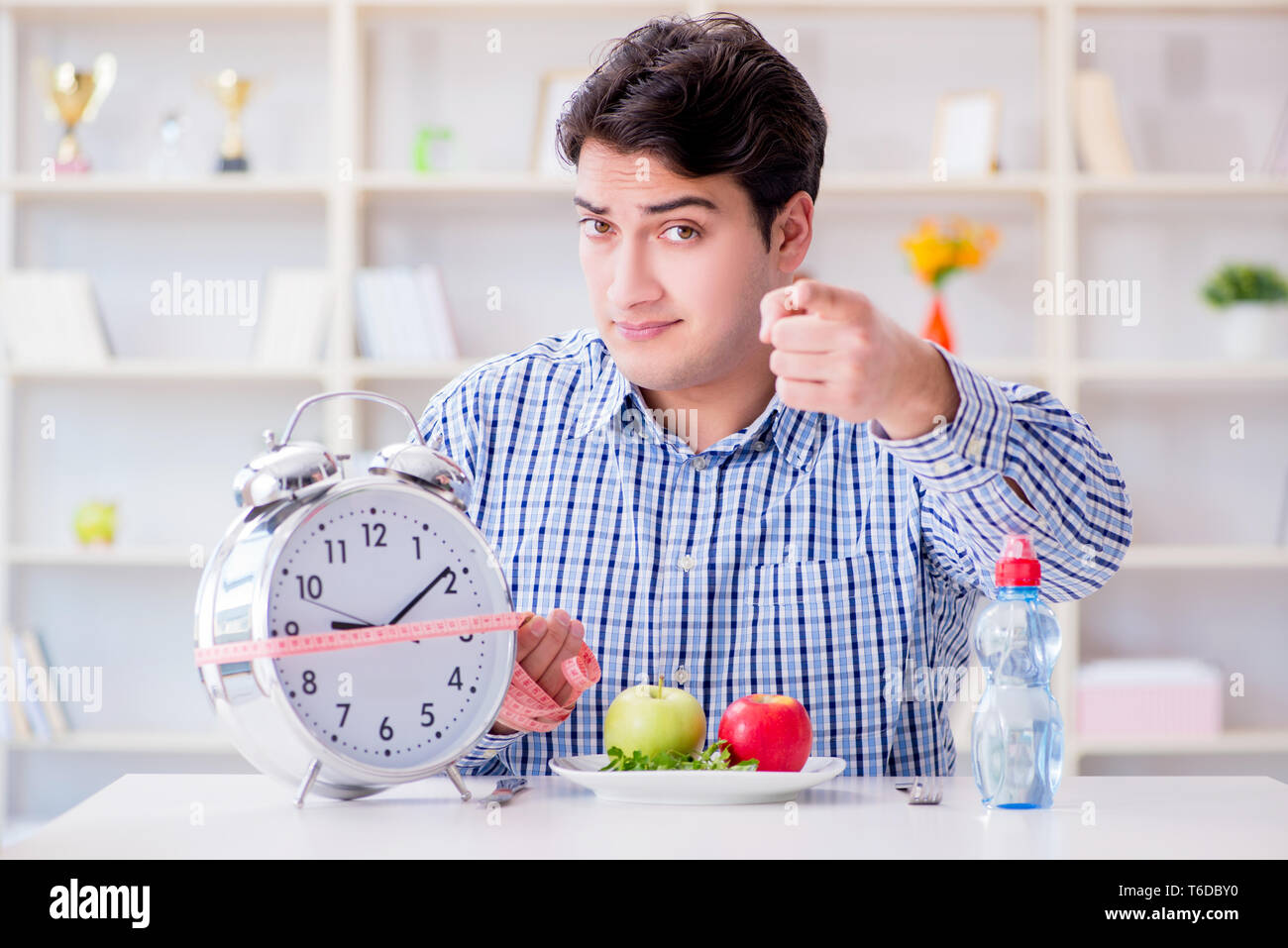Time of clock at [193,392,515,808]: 9:09
